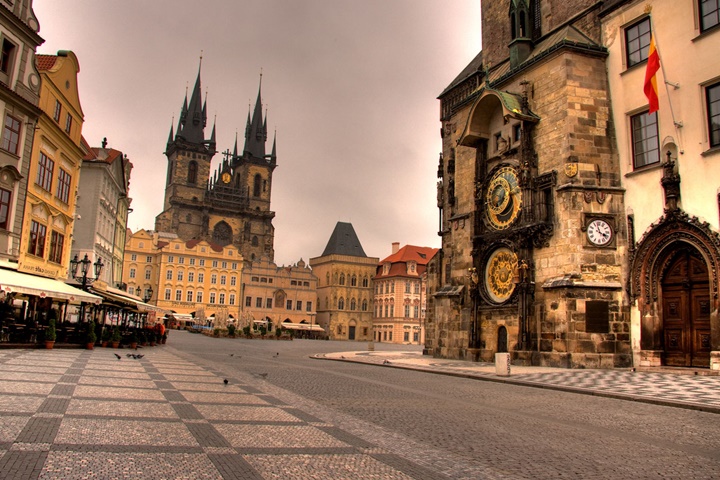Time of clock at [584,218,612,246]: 3:57
